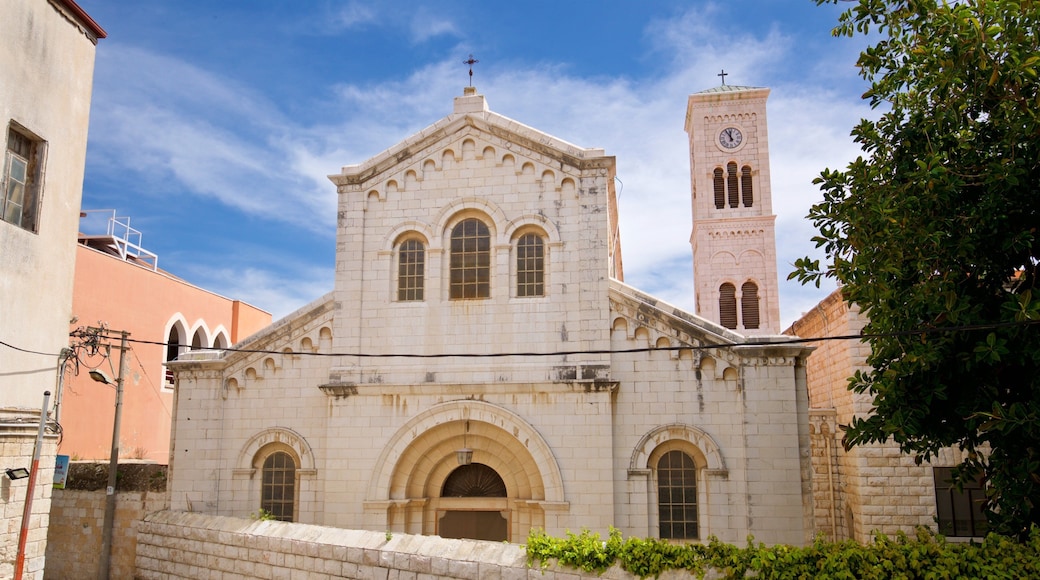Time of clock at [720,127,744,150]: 11:54
